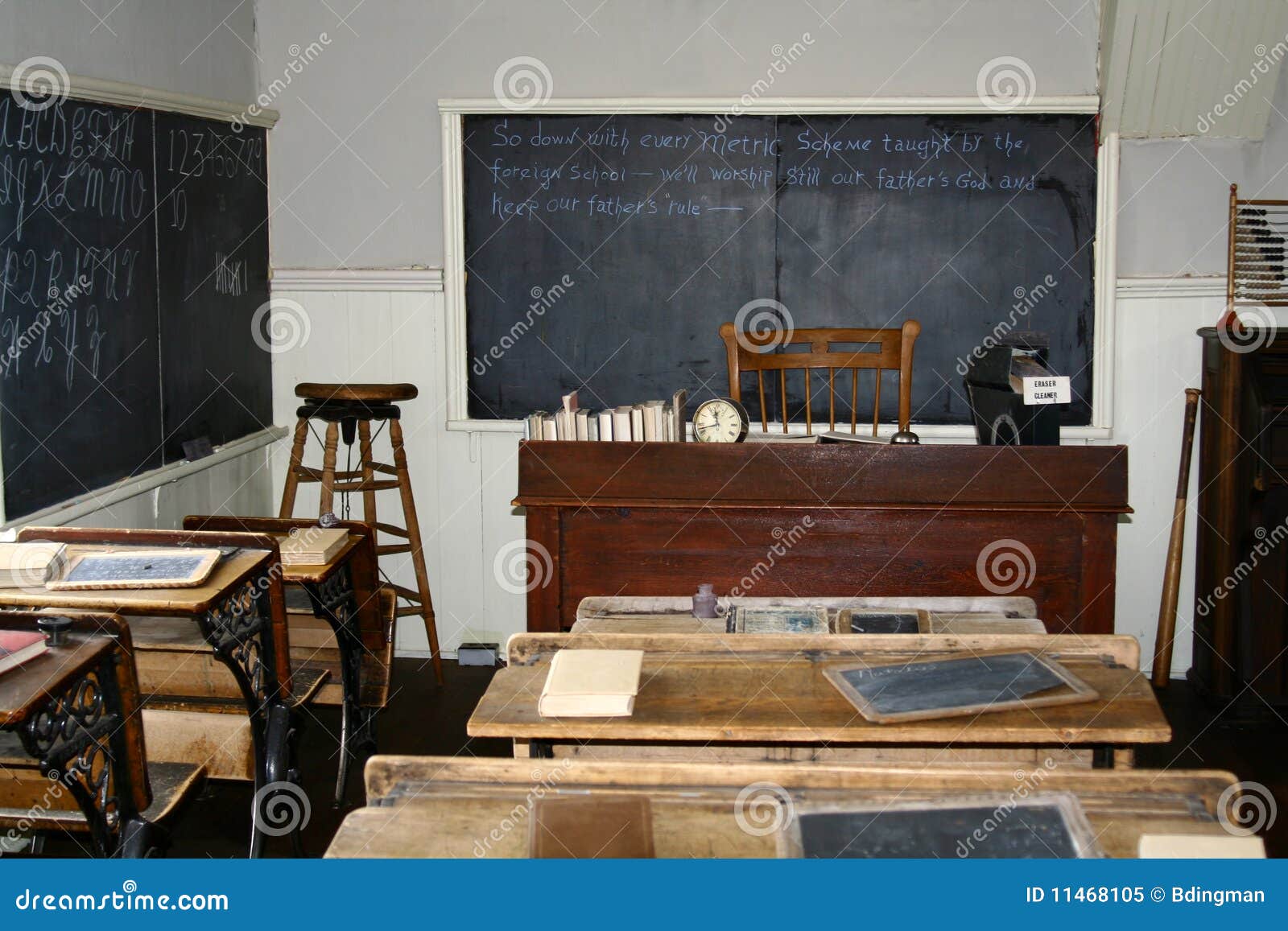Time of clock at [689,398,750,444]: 11:42
